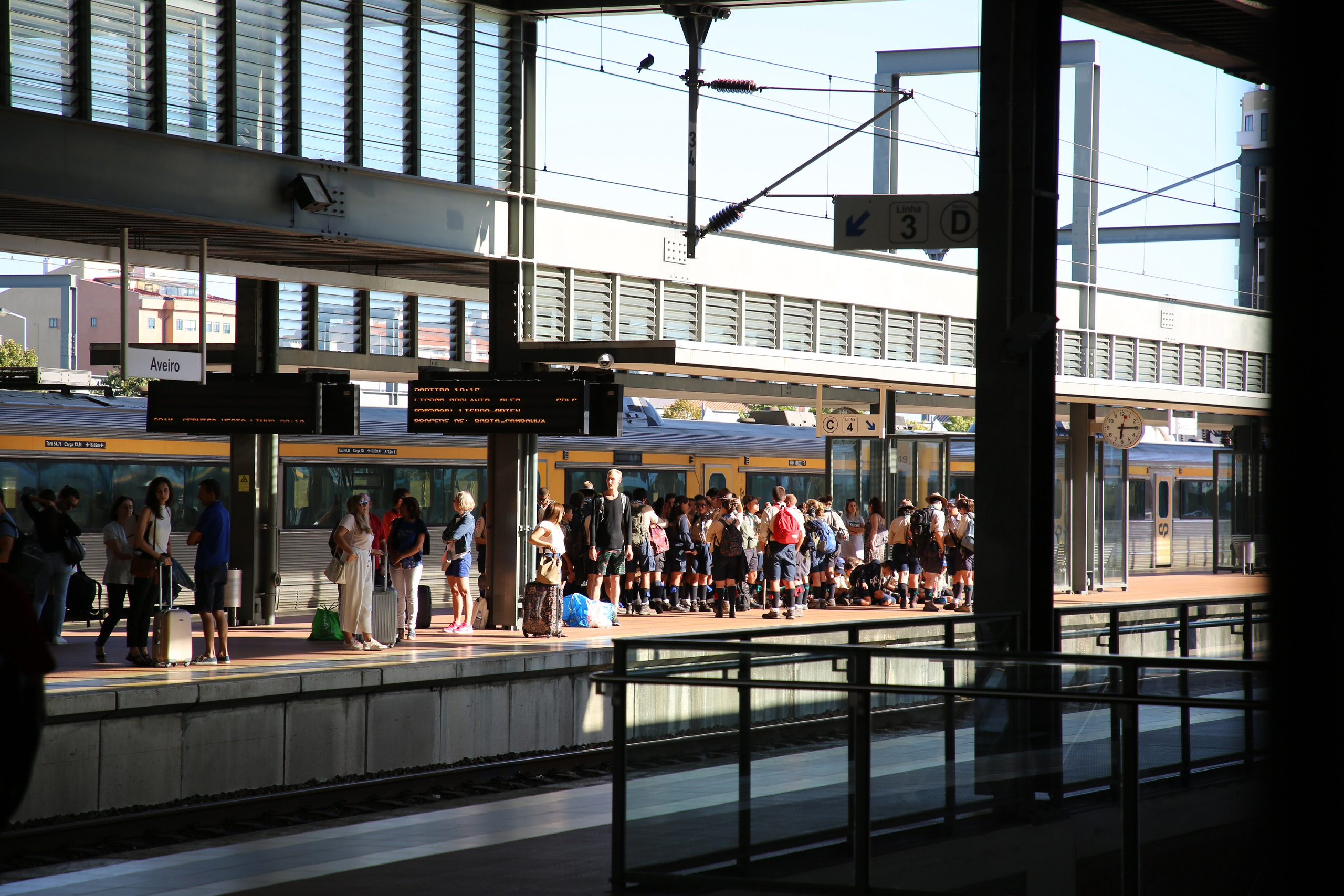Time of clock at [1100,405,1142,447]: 6:14
